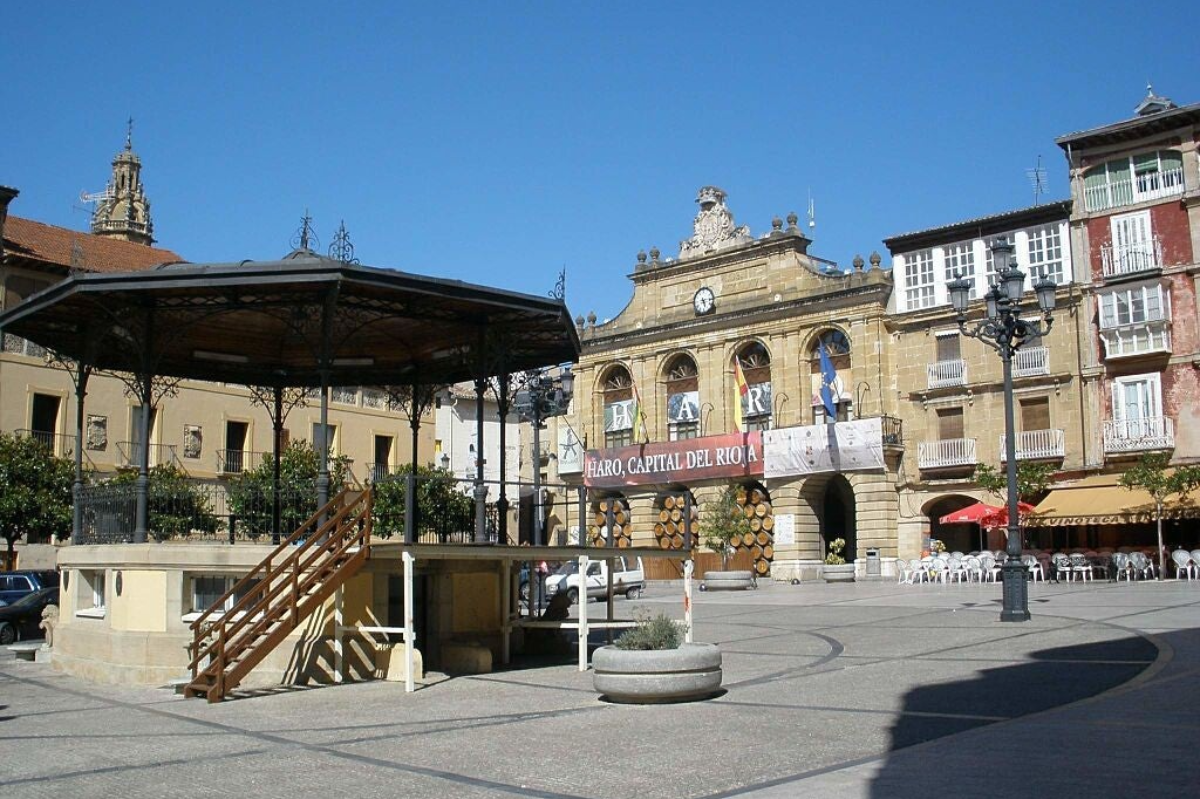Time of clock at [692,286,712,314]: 5:15
